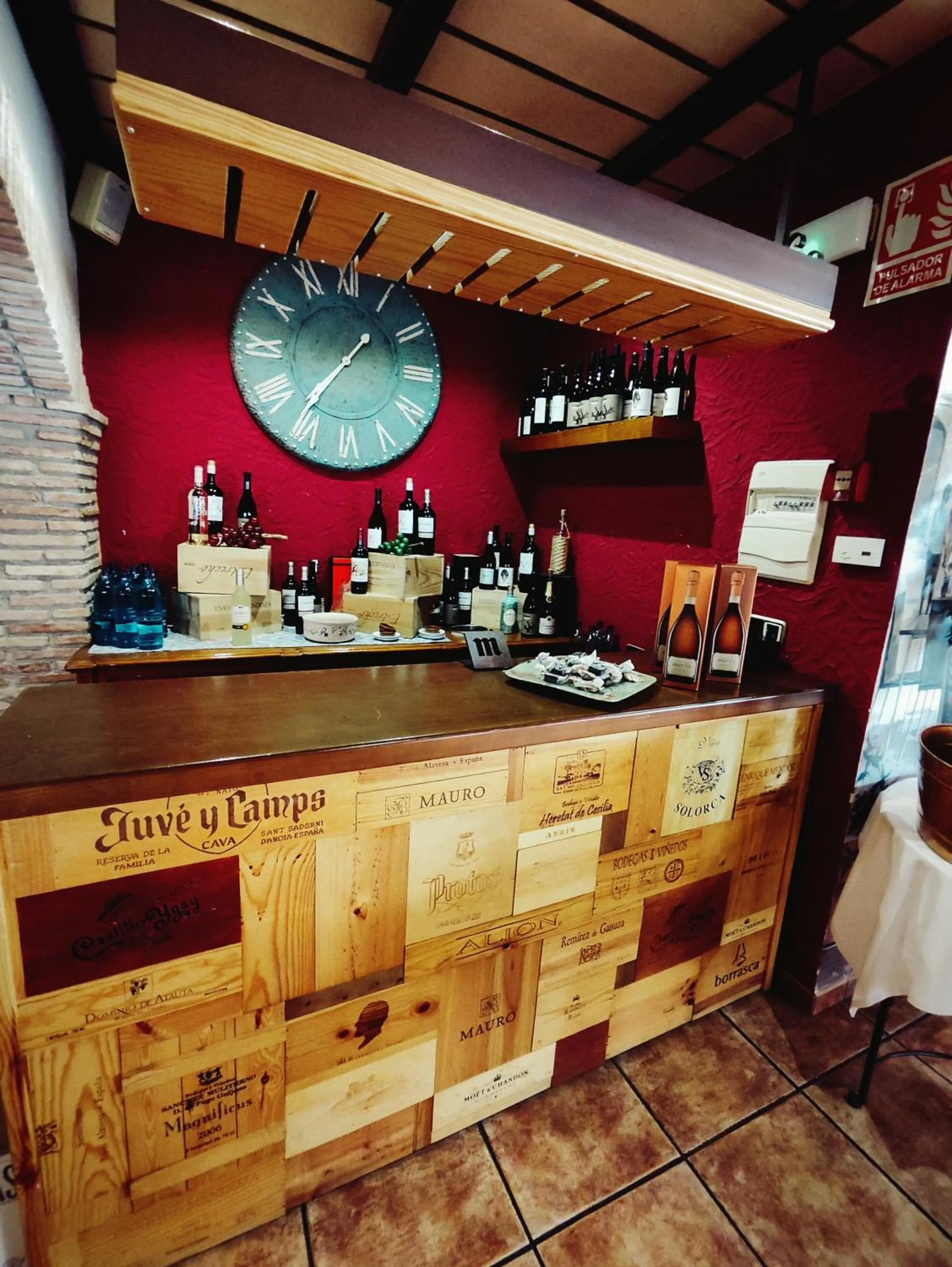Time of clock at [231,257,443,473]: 1:36
